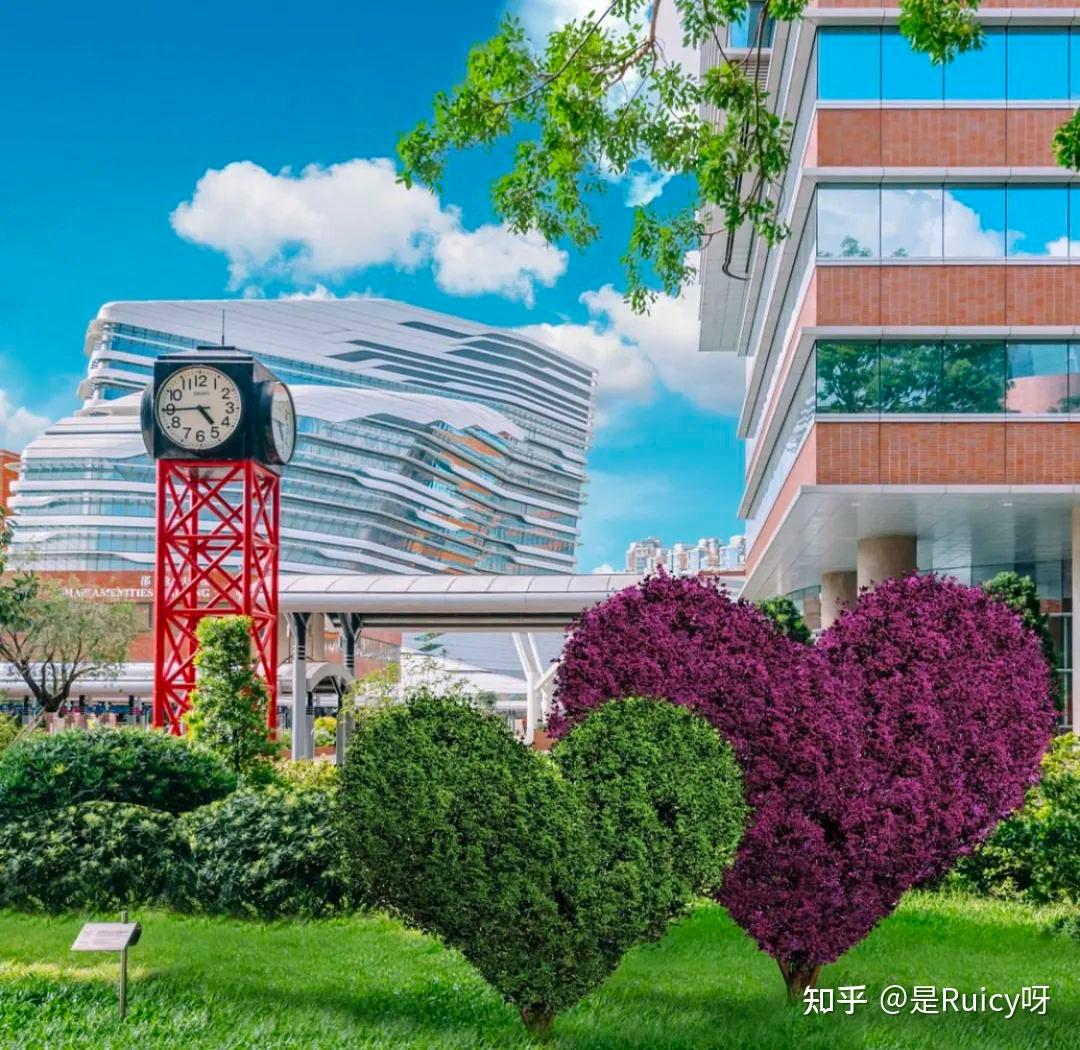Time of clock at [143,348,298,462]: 4:44
